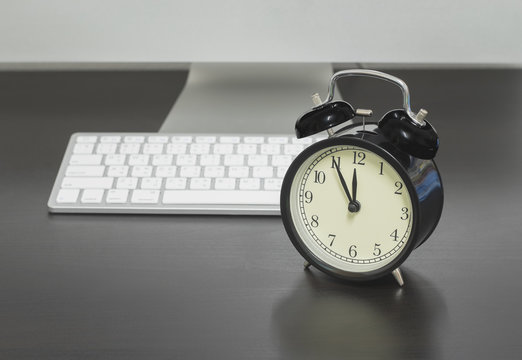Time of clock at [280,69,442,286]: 11:55
